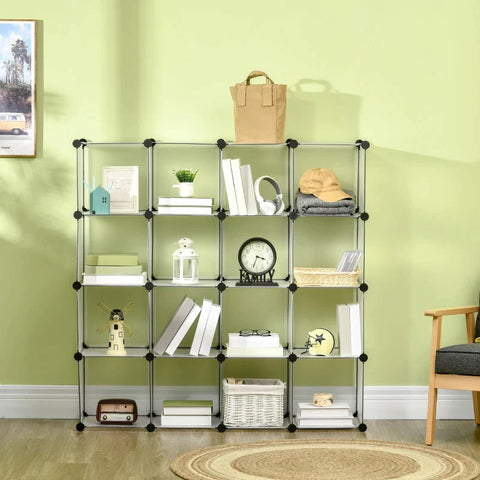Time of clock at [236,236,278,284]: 3:33
